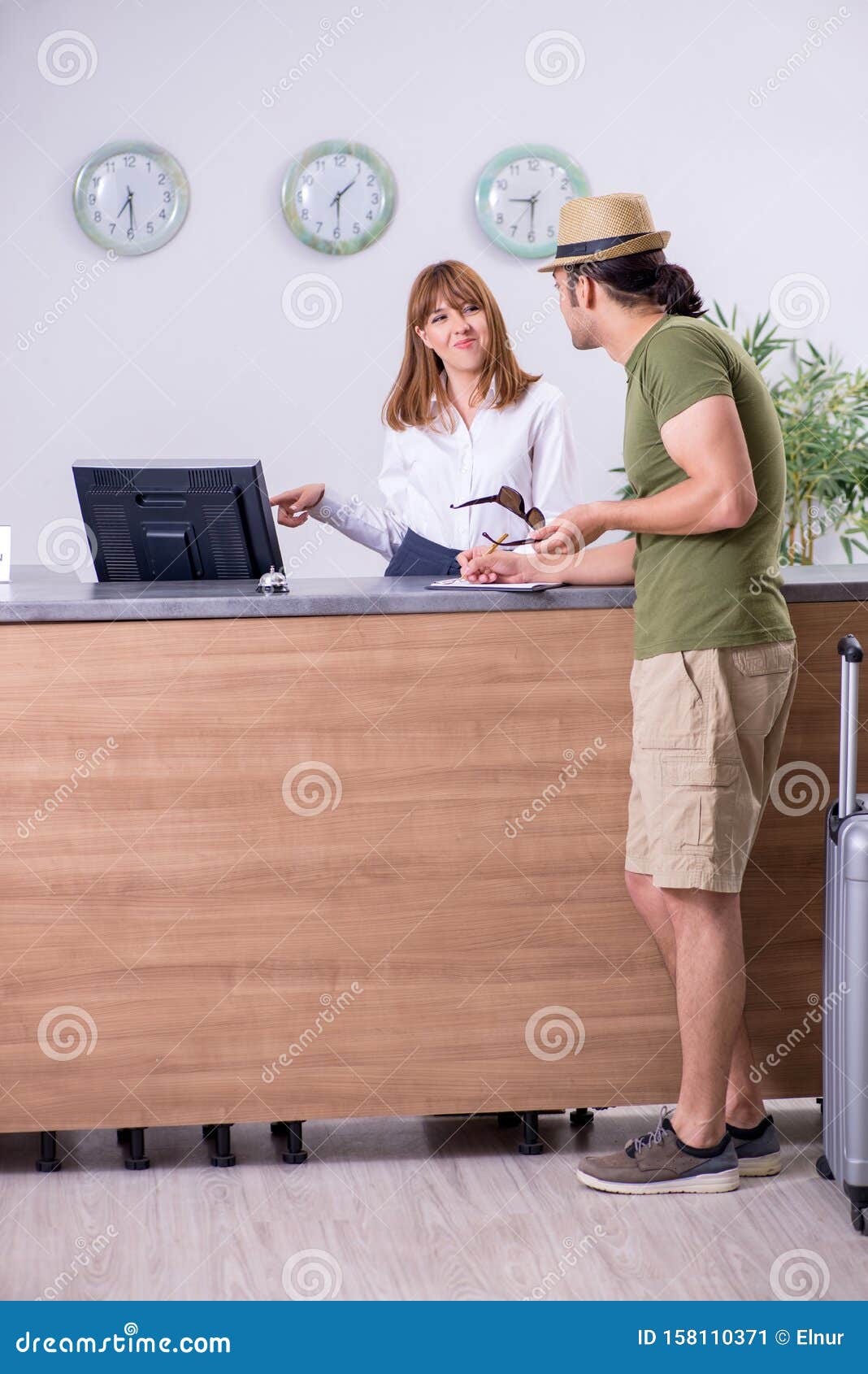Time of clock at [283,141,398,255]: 1:29
